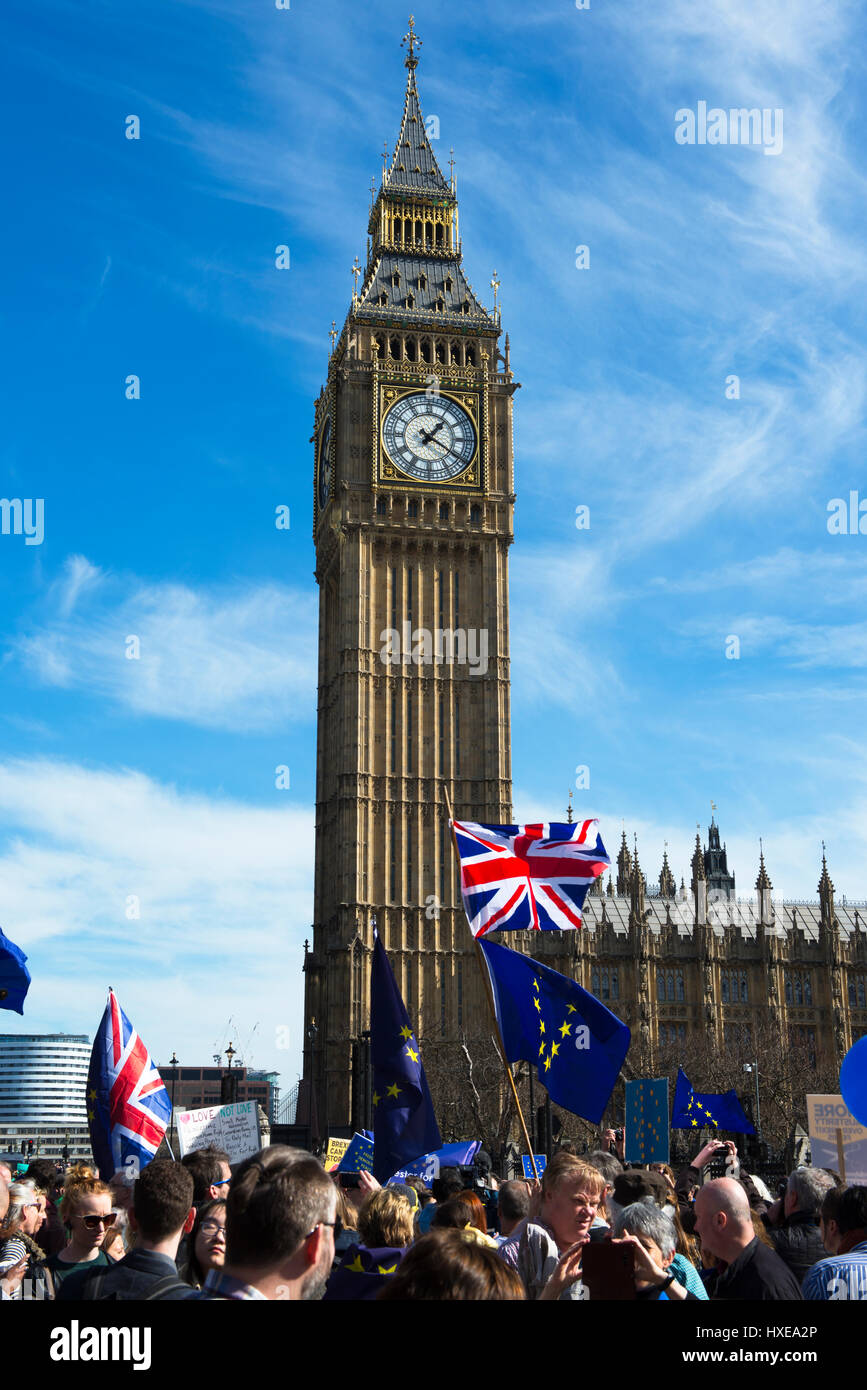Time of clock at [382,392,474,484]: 1:20
